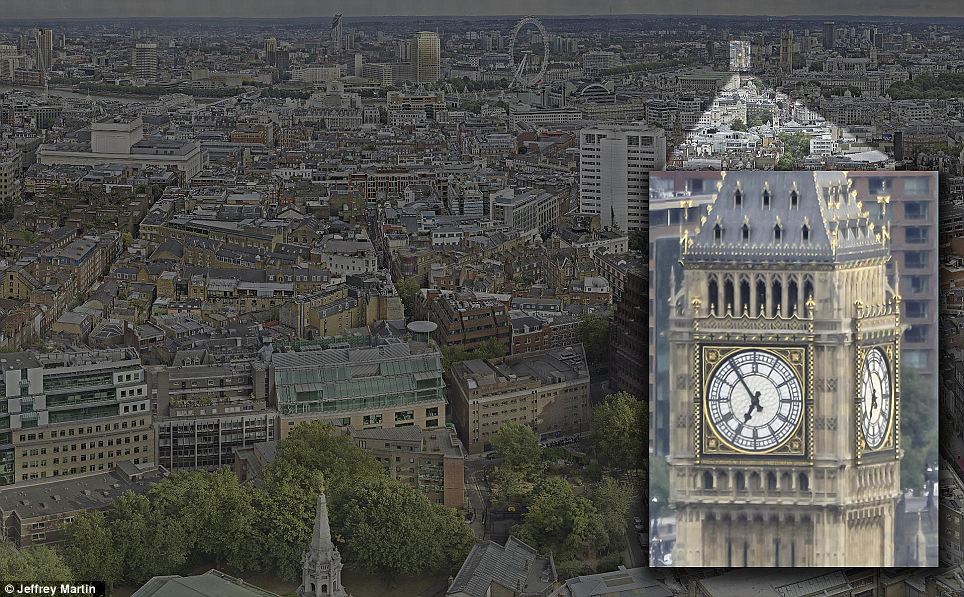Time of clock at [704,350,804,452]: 6:53
